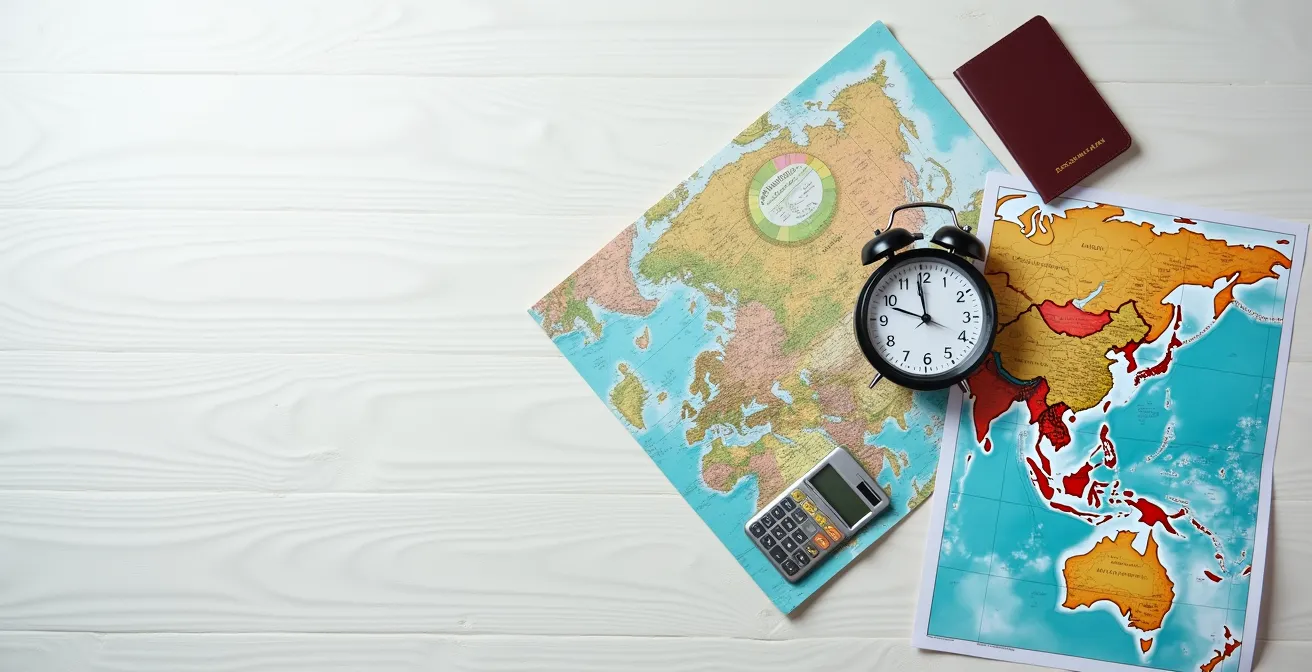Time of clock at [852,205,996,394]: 11:48
